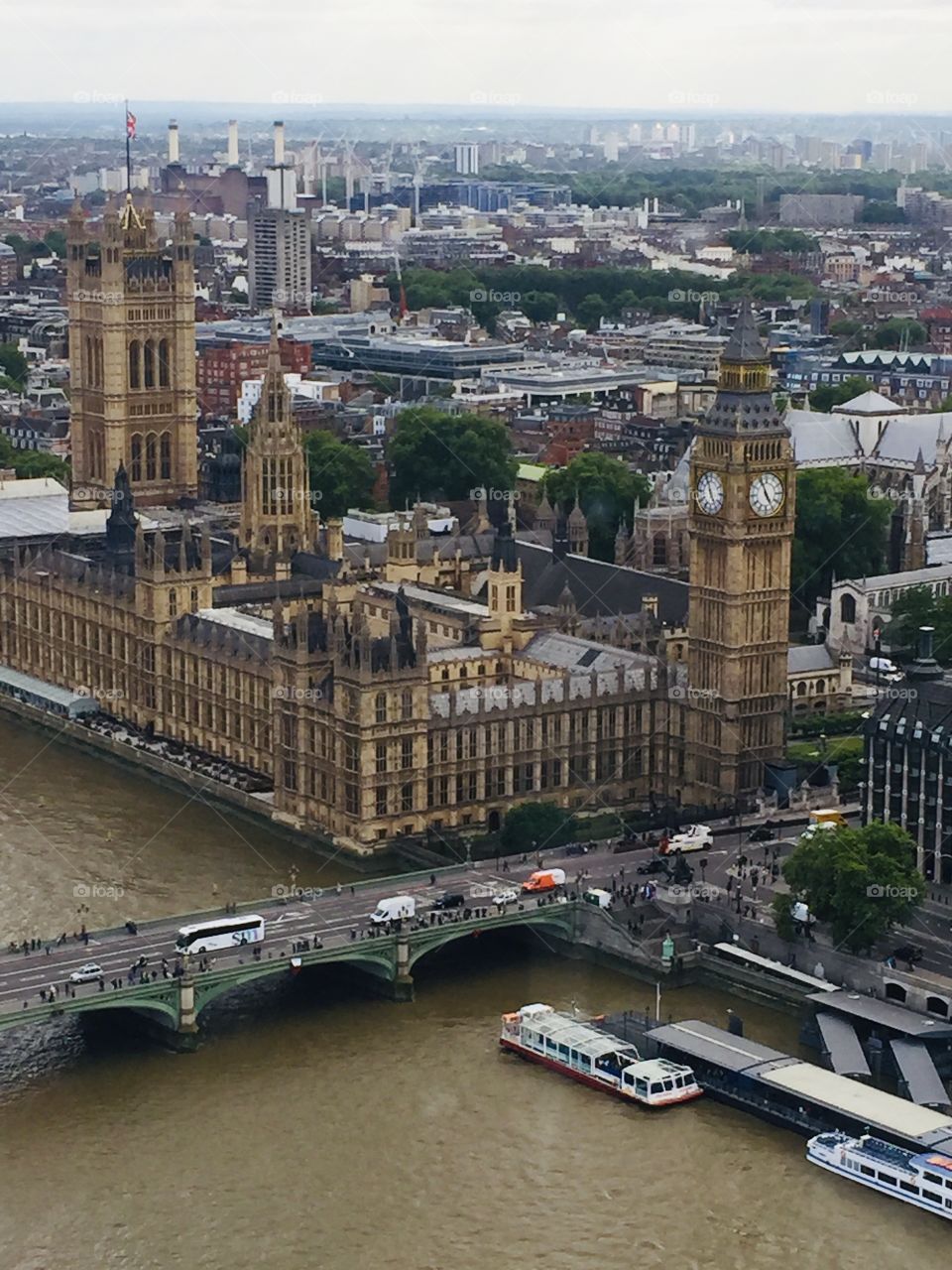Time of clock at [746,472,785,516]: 4:56
